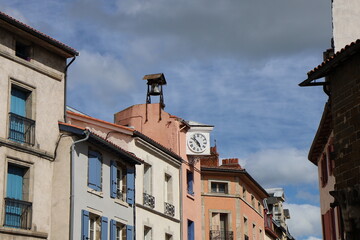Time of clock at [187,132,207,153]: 4:52
